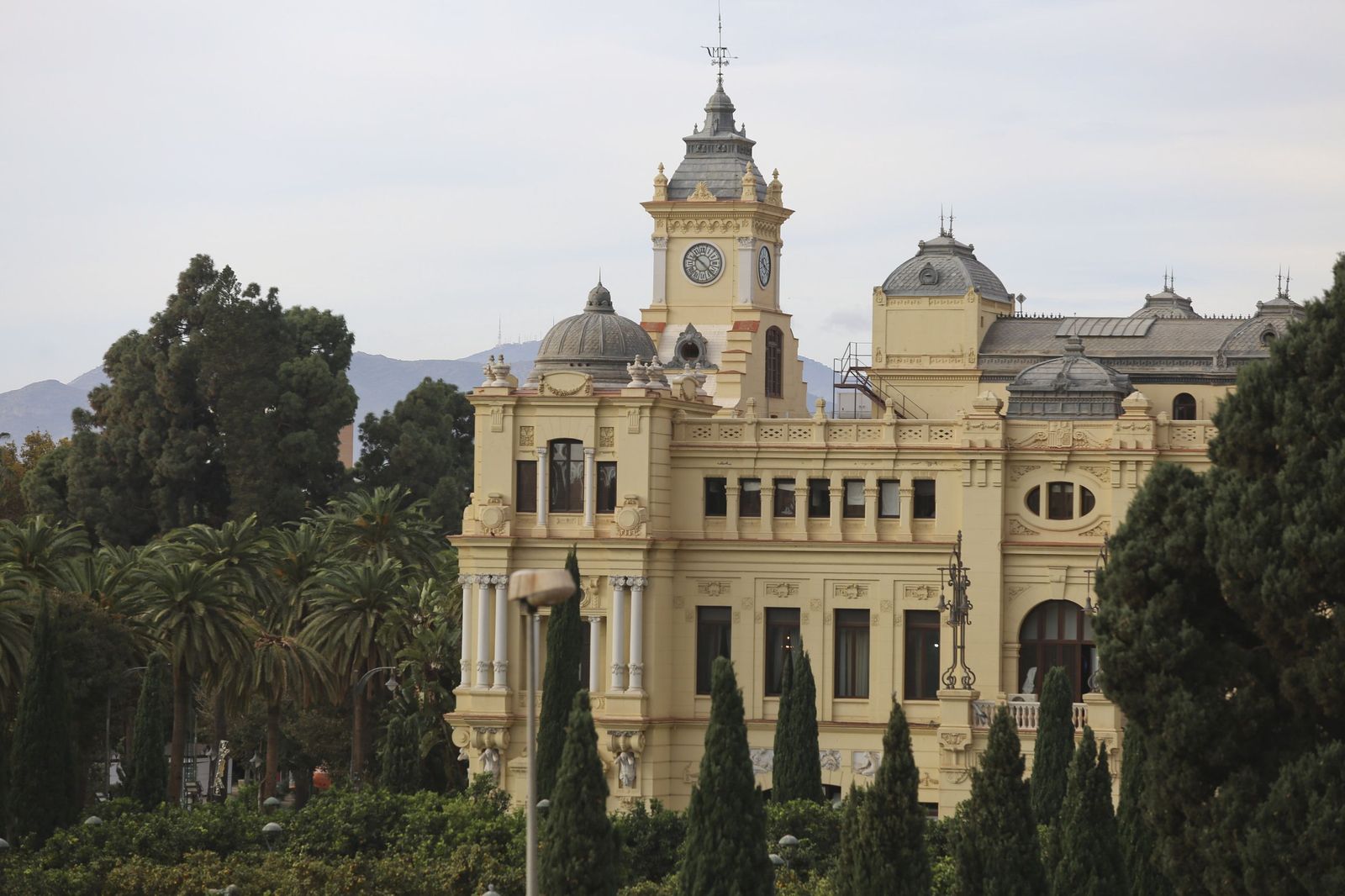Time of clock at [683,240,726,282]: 10:22
